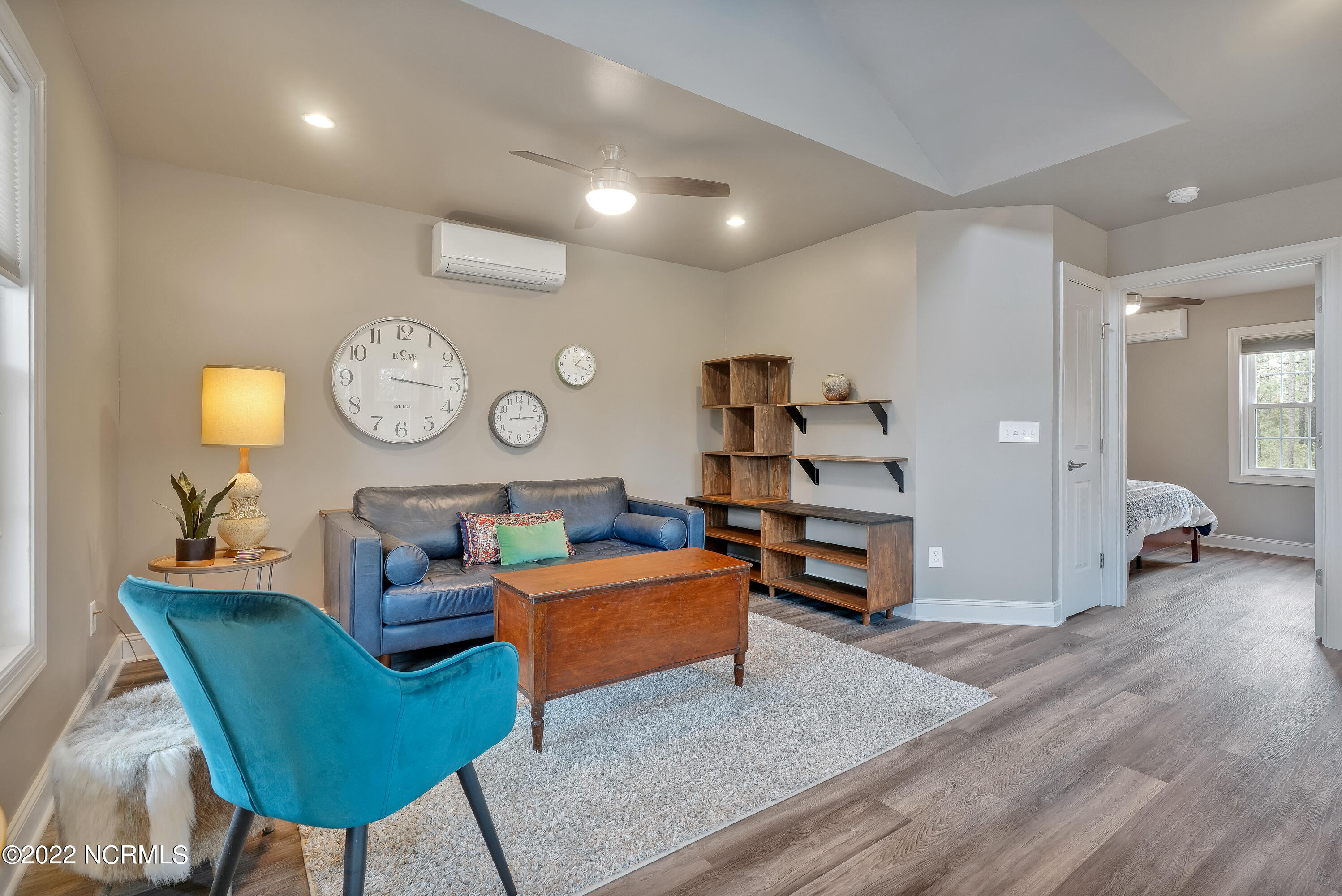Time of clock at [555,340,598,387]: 1:18
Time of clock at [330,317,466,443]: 3:16
